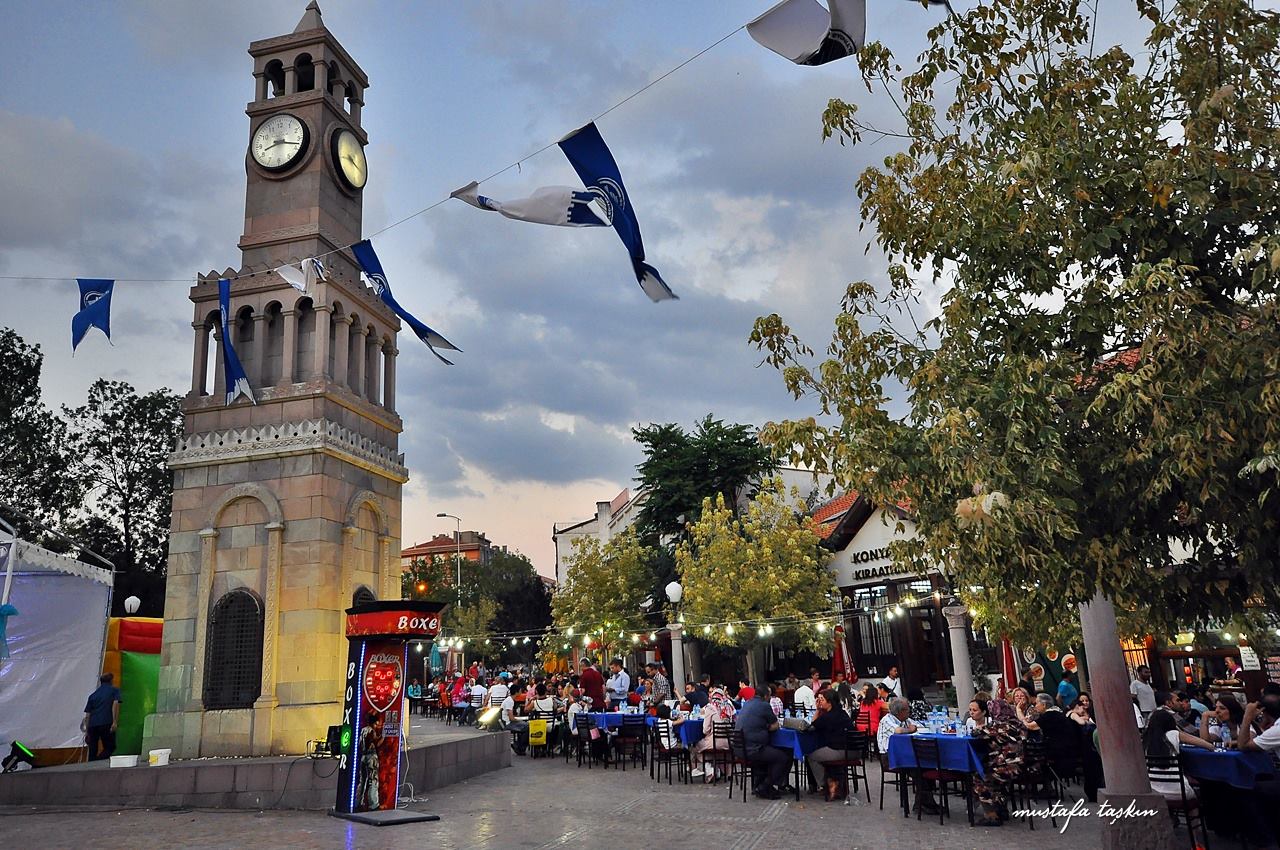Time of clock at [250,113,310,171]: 8:17
